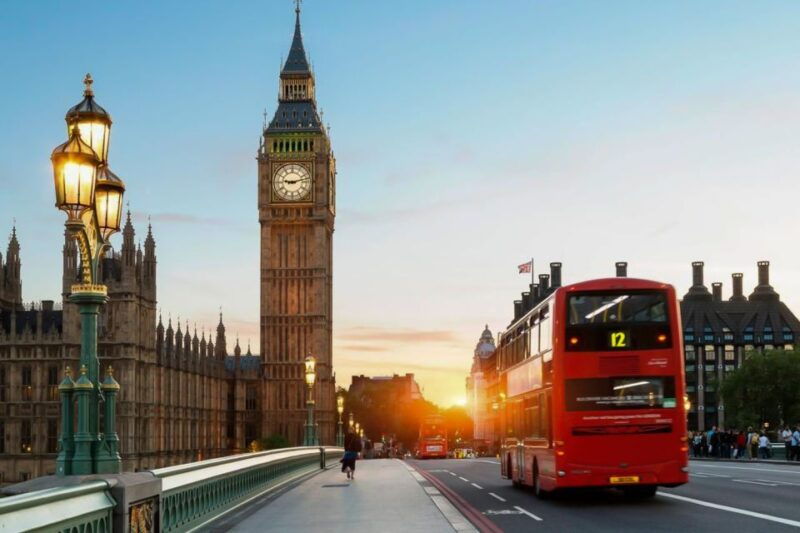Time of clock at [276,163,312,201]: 9:12
